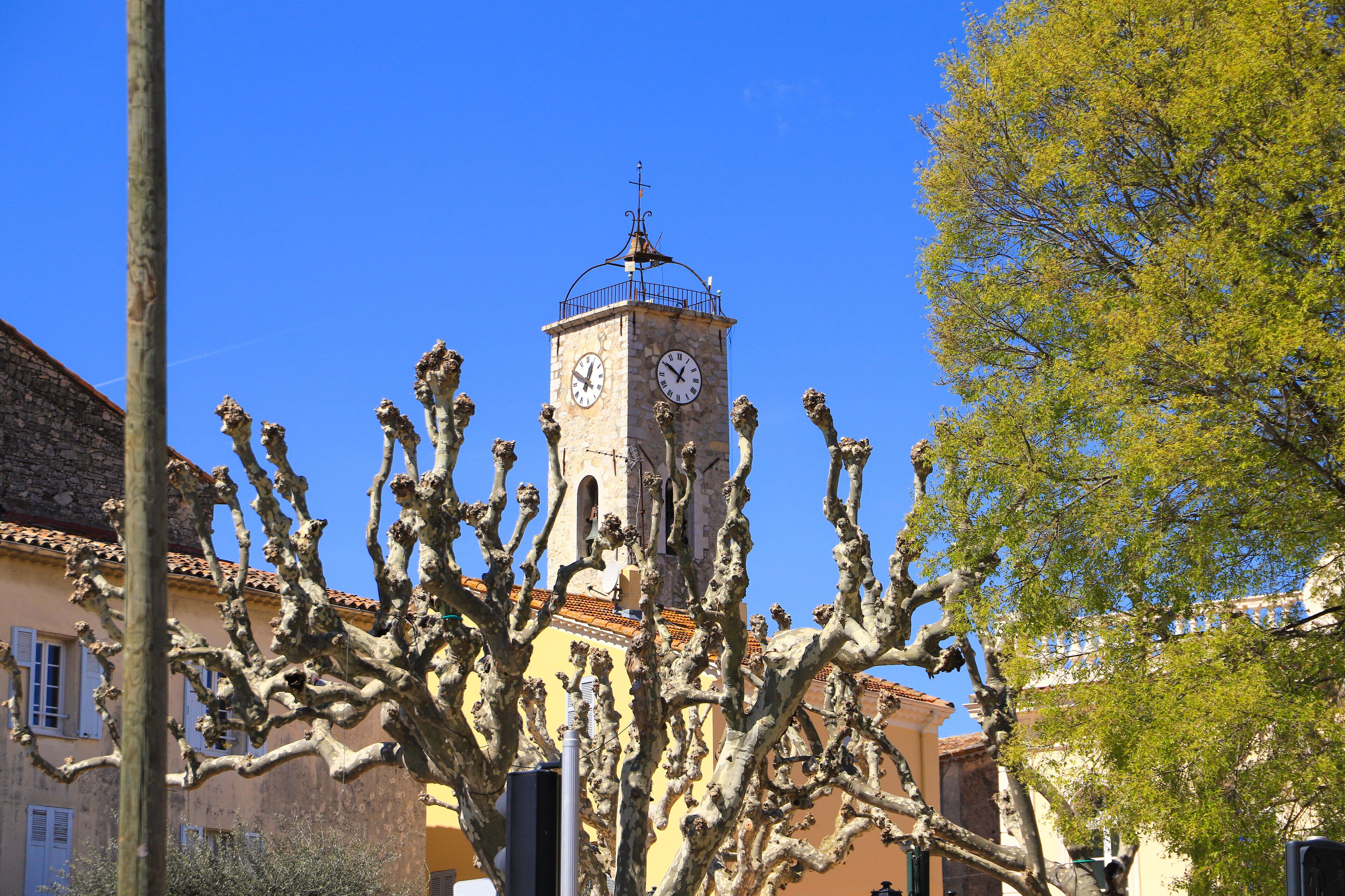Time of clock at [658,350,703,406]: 12:50
